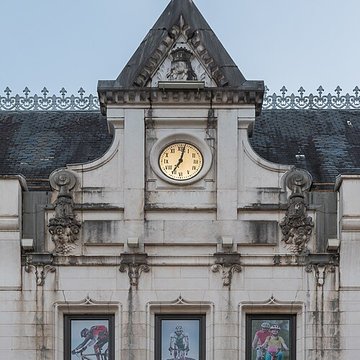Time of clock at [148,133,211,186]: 7:02
